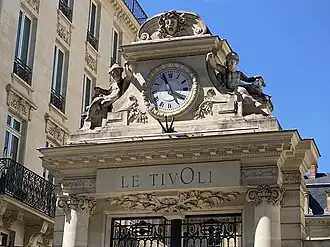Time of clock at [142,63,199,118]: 4:56
